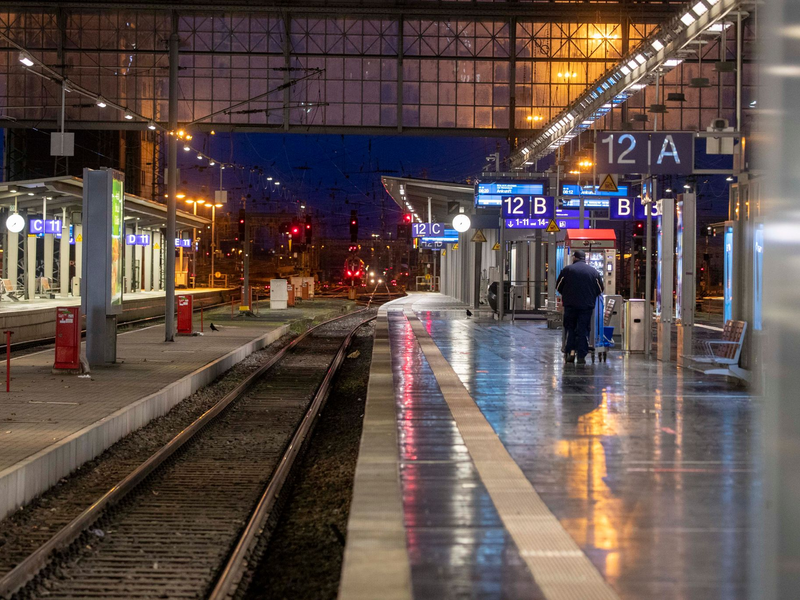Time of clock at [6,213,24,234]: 7:37
